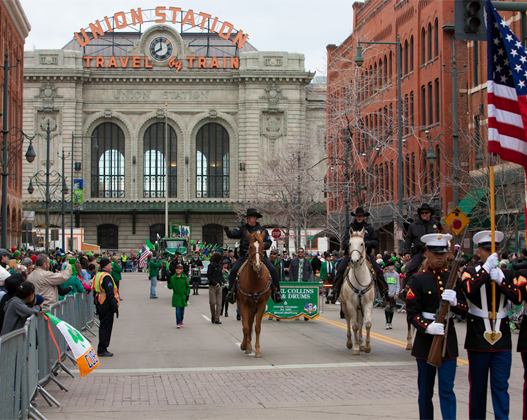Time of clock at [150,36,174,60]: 7:59
